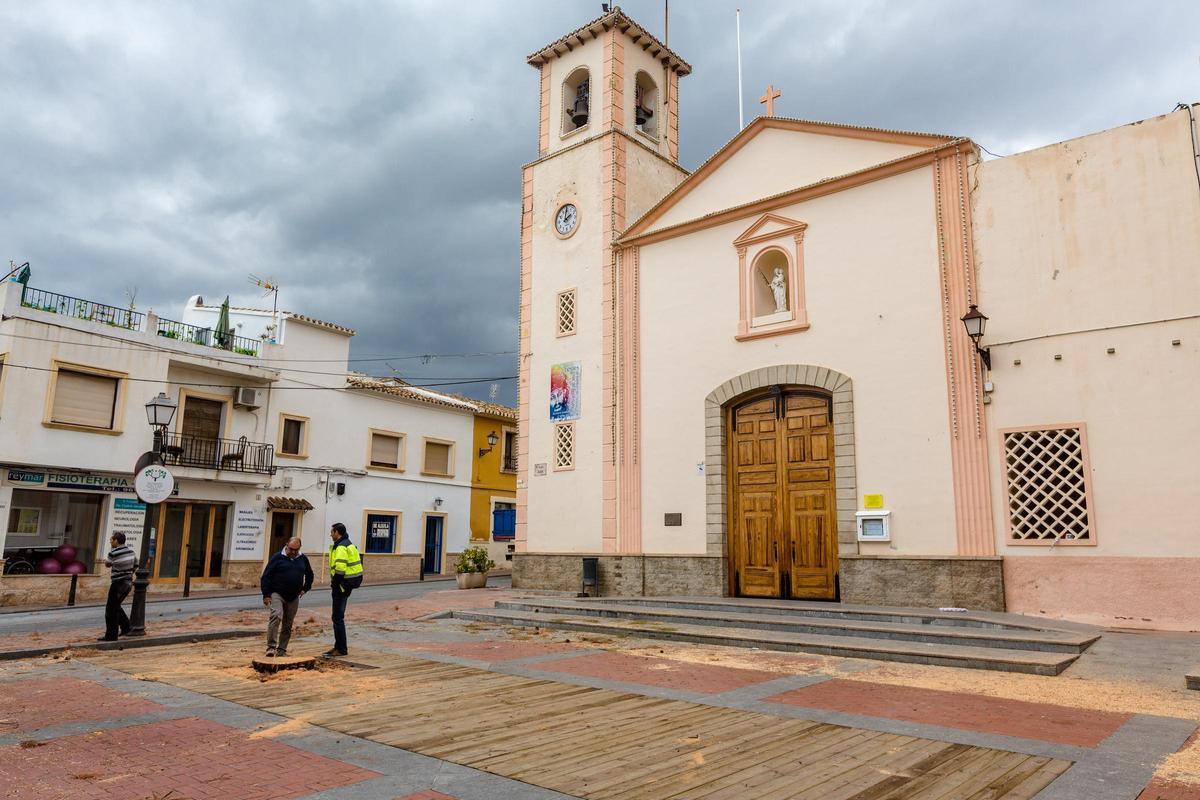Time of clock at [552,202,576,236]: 2:00
